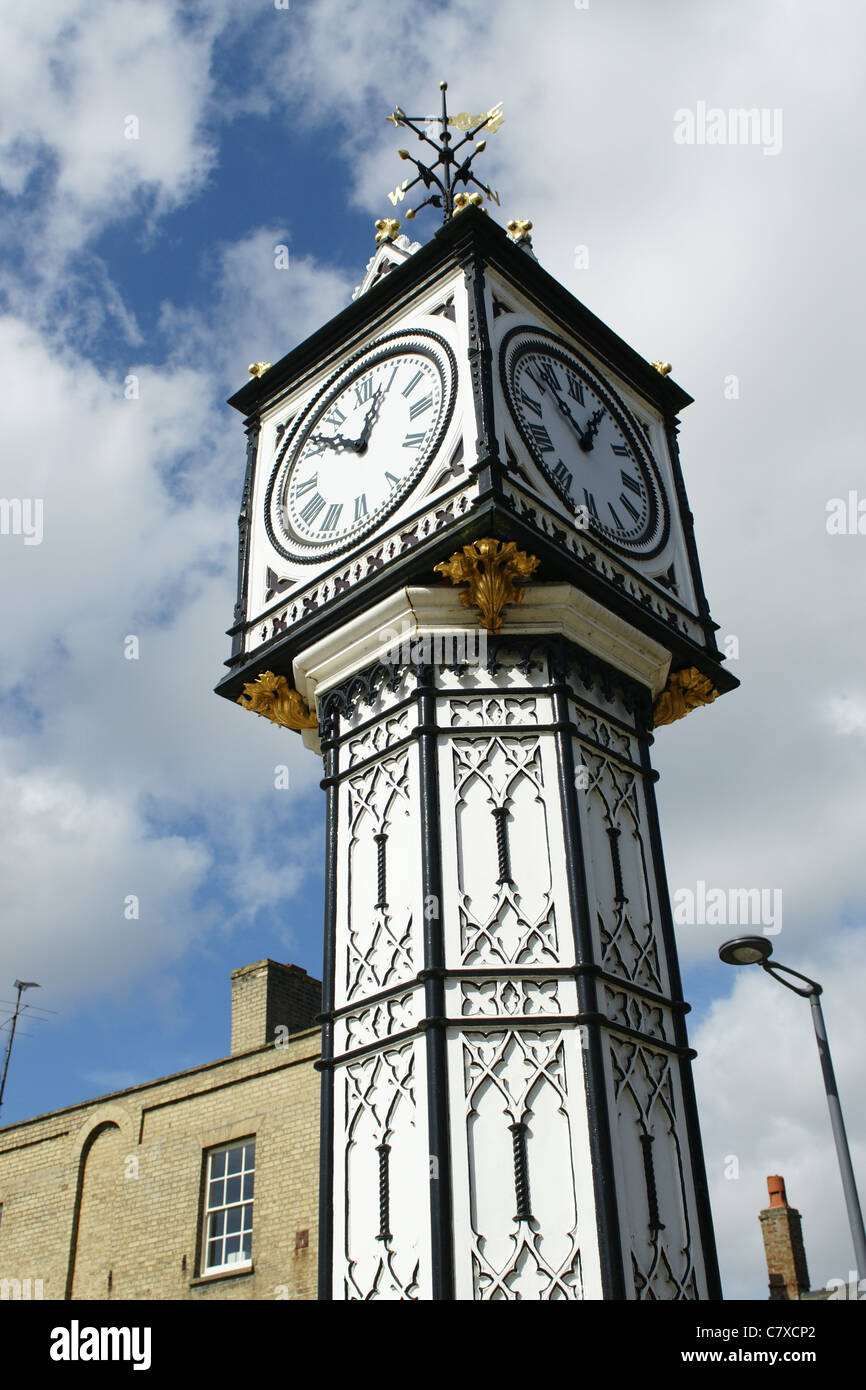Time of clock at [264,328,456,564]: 12:51
